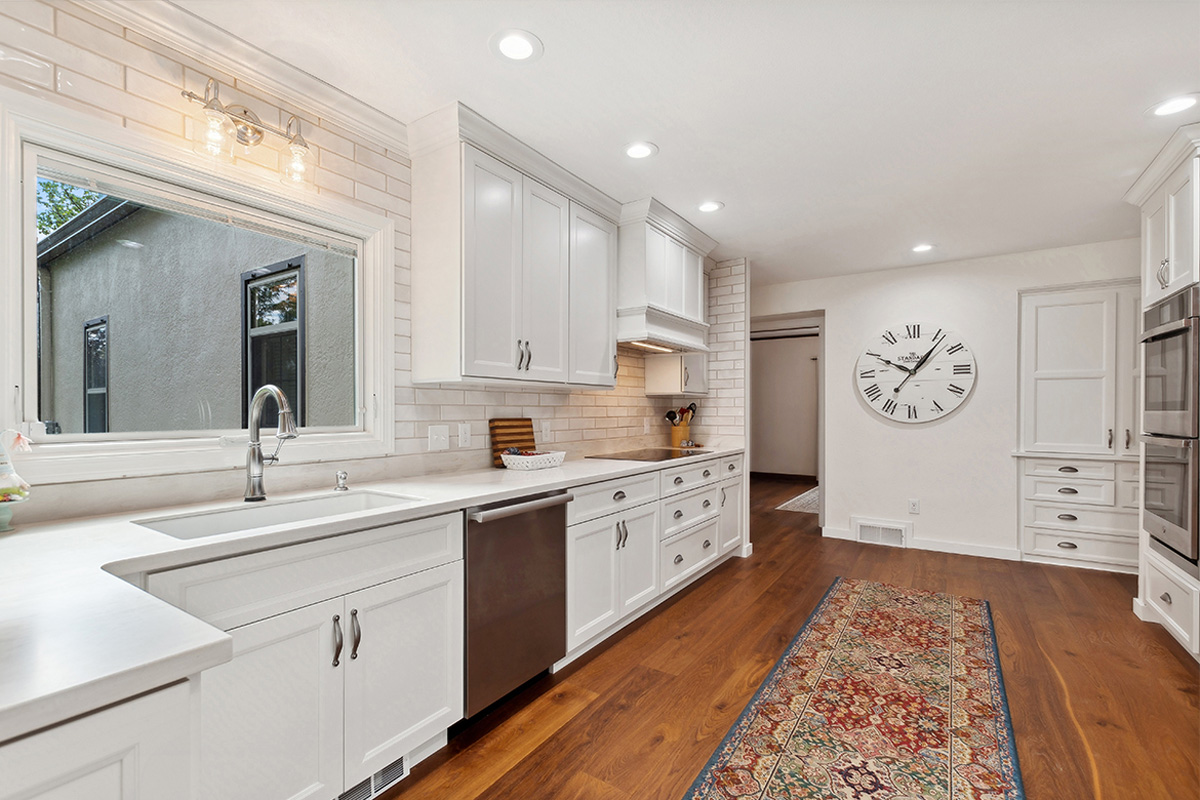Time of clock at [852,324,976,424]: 10:06
